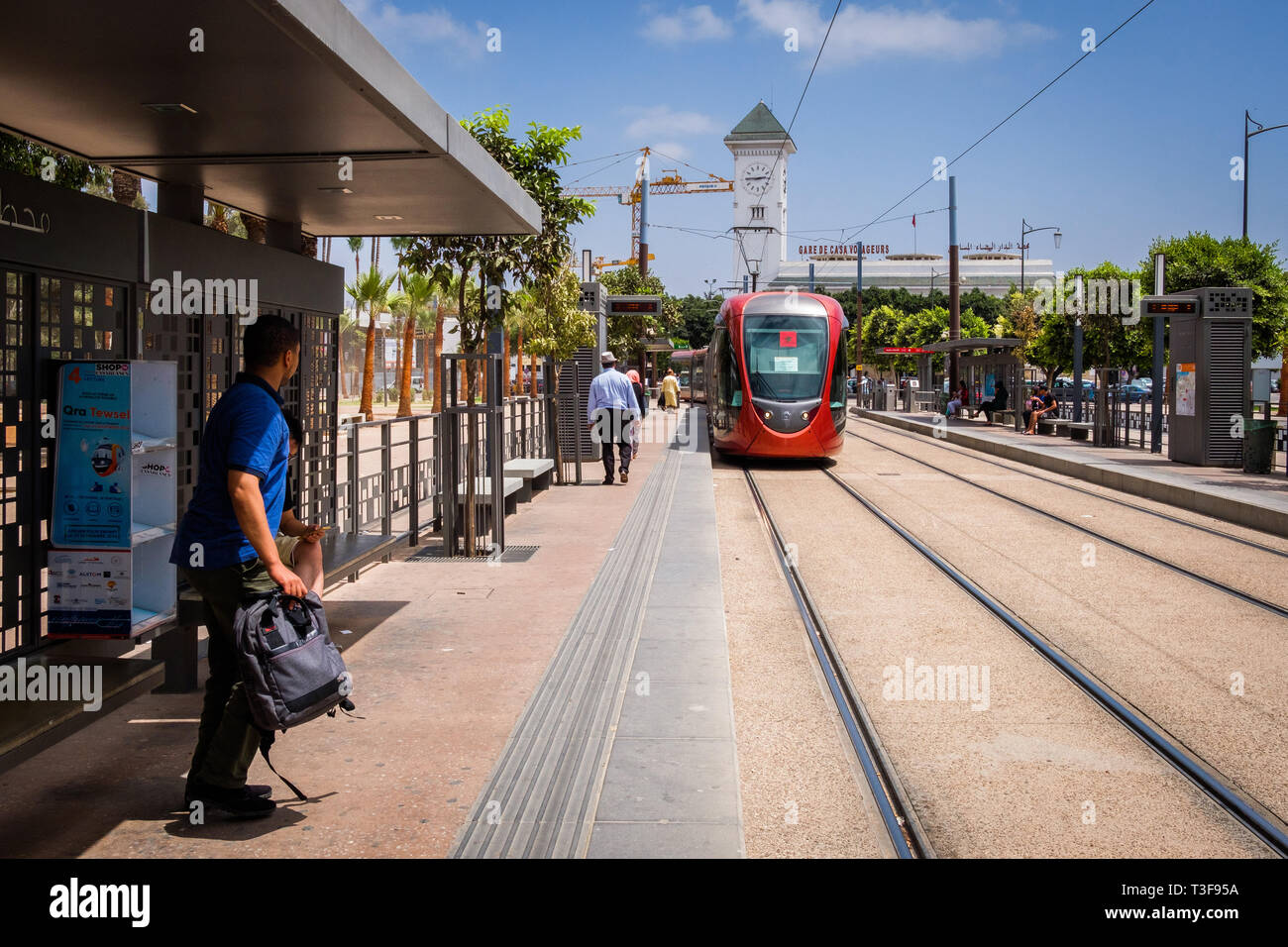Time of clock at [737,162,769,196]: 2:45
